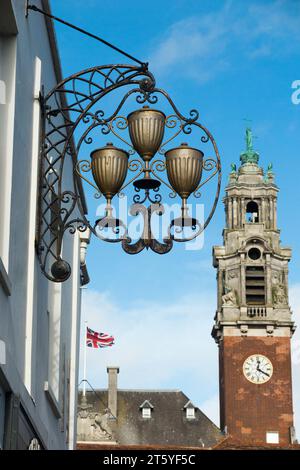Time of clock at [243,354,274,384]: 12:20
